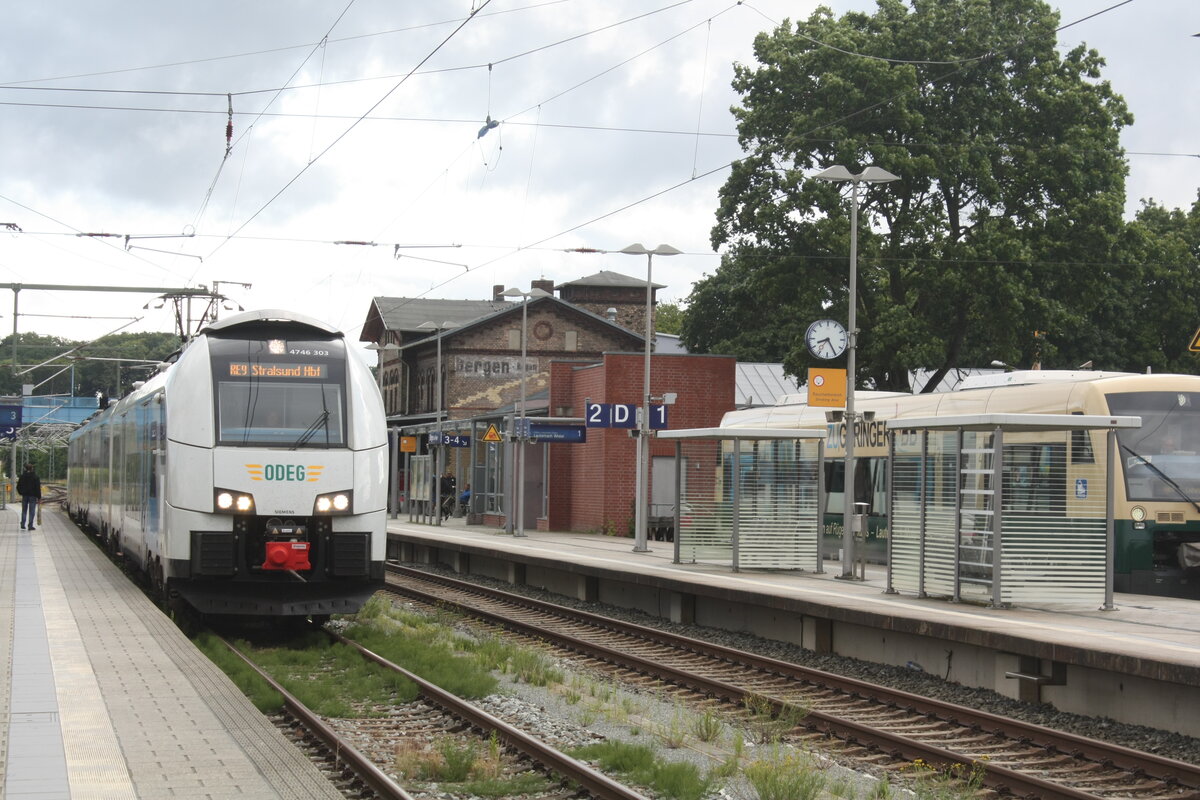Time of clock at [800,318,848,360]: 8:25
